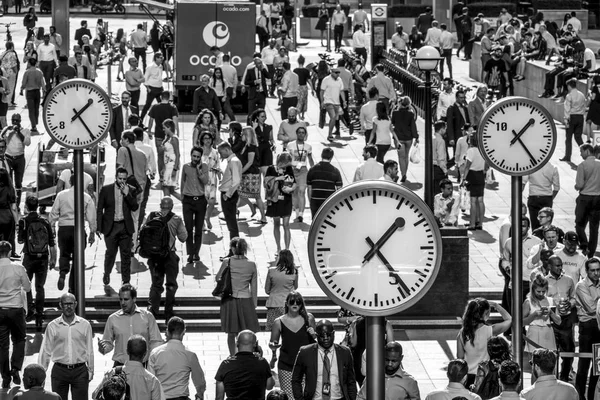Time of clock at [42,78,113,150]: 1:24
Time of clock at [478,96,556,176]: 1:24
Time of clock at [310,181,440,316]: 1:24
